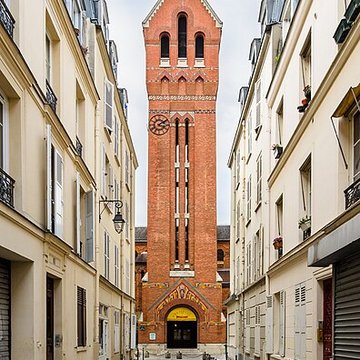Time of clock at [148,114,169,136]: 2:18
